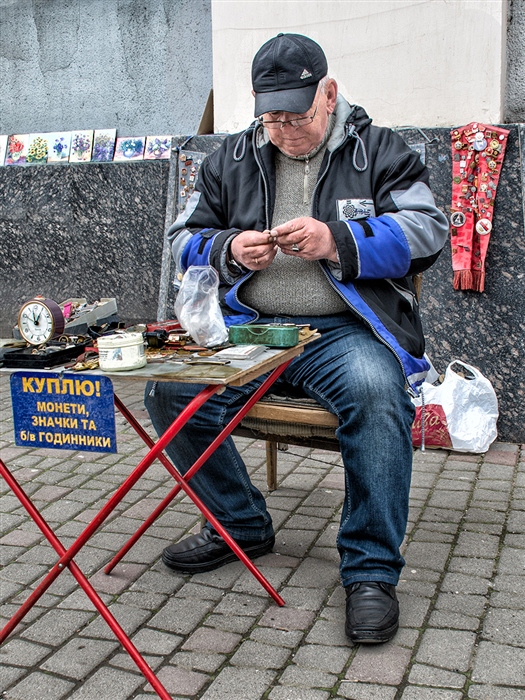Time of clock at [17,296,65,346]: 12:57
